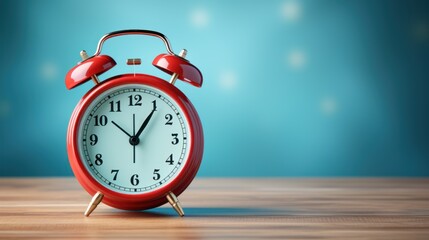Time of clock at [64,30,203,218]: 1:05
